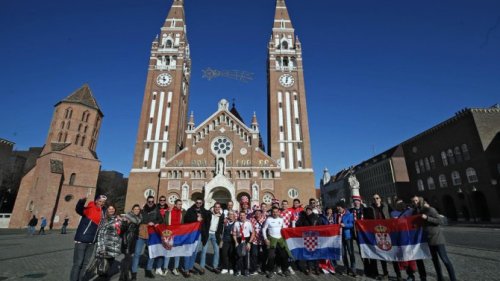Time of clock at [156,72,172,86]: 11:47
